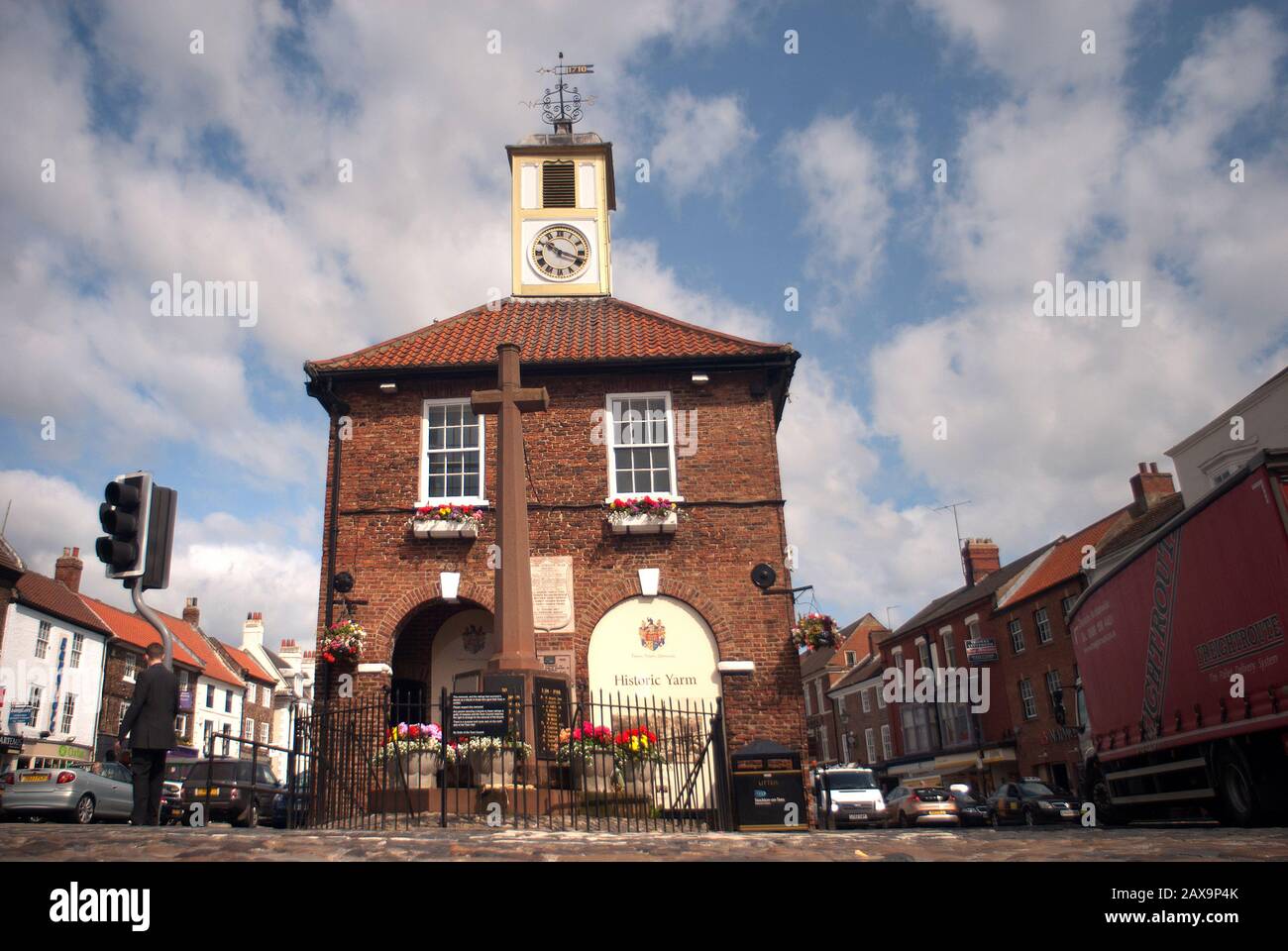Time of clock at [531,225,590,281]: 10:18
